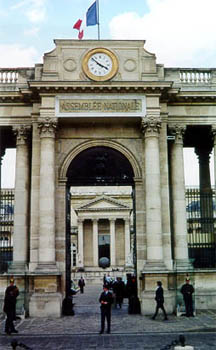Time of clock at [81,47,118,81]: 3:52
